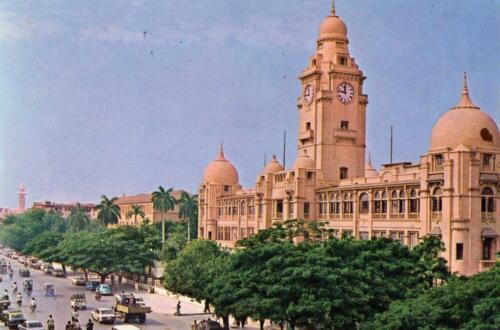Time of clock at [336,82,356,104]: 11:46
